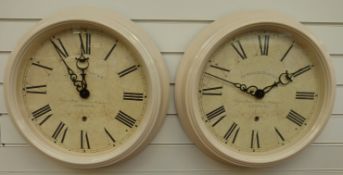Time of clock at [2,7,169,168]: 11:54
